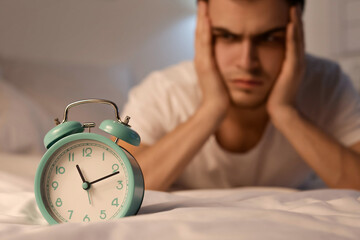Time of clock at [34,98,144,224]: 11:11
